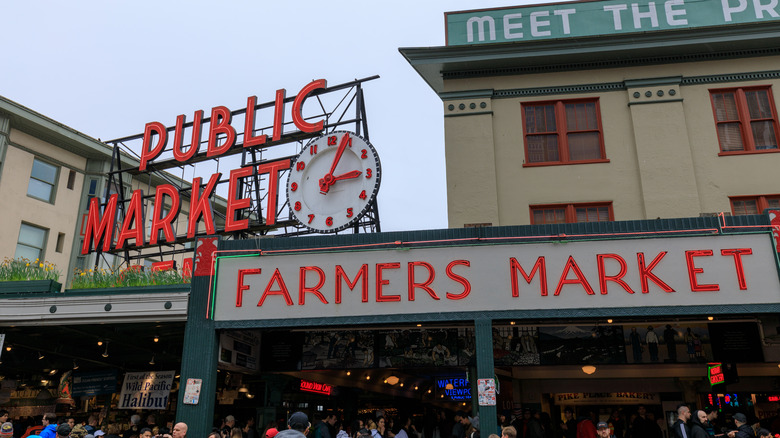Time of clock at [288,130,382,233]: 3:04
